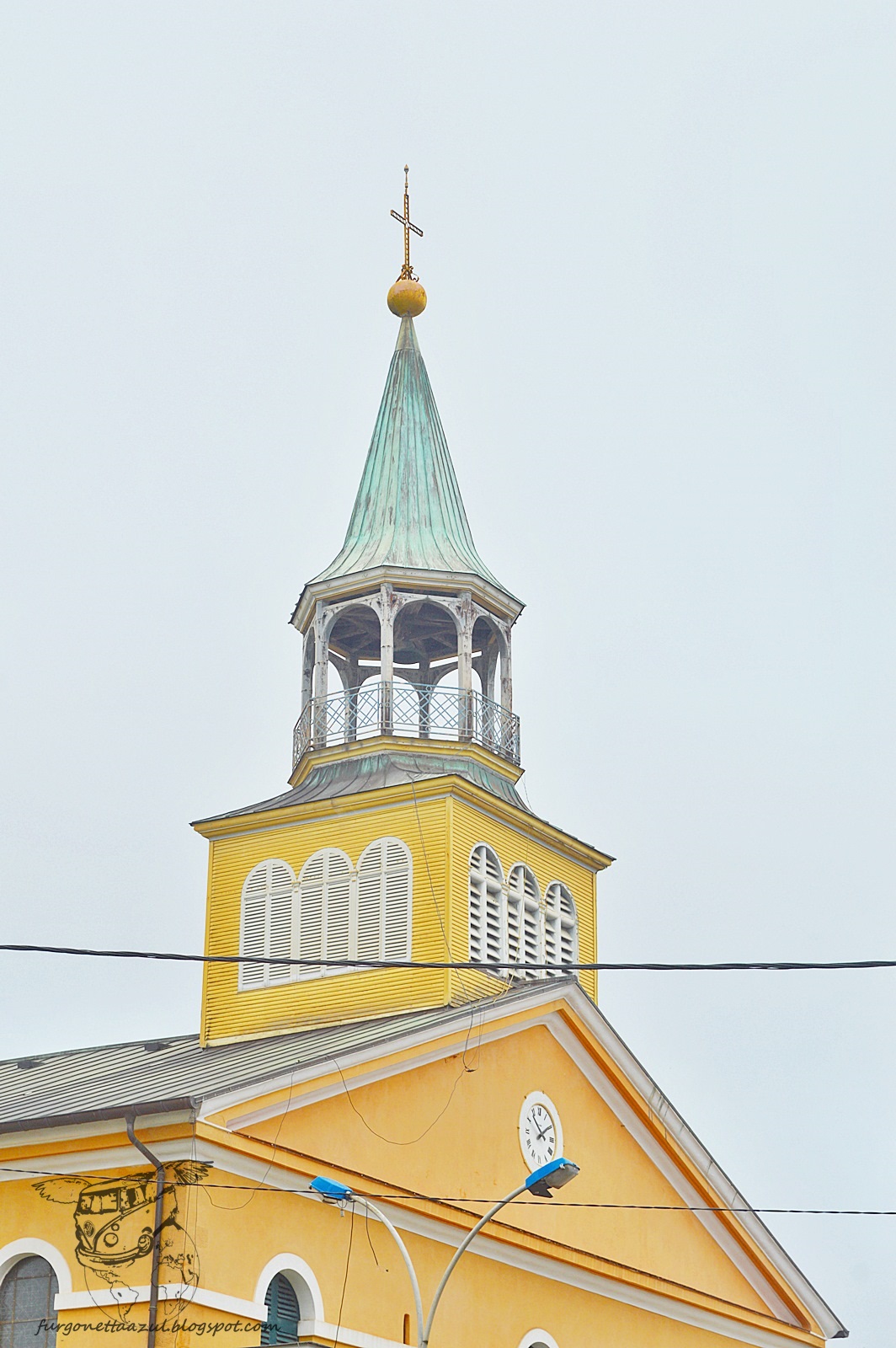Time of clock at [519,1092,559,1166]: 1:53
